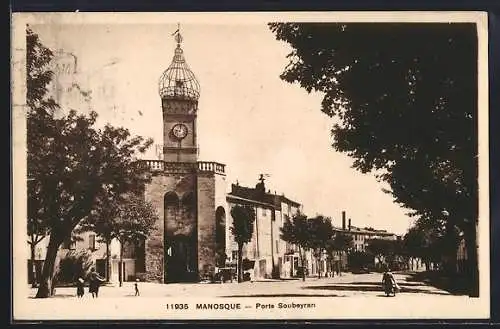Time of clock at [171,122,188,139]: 9:01
